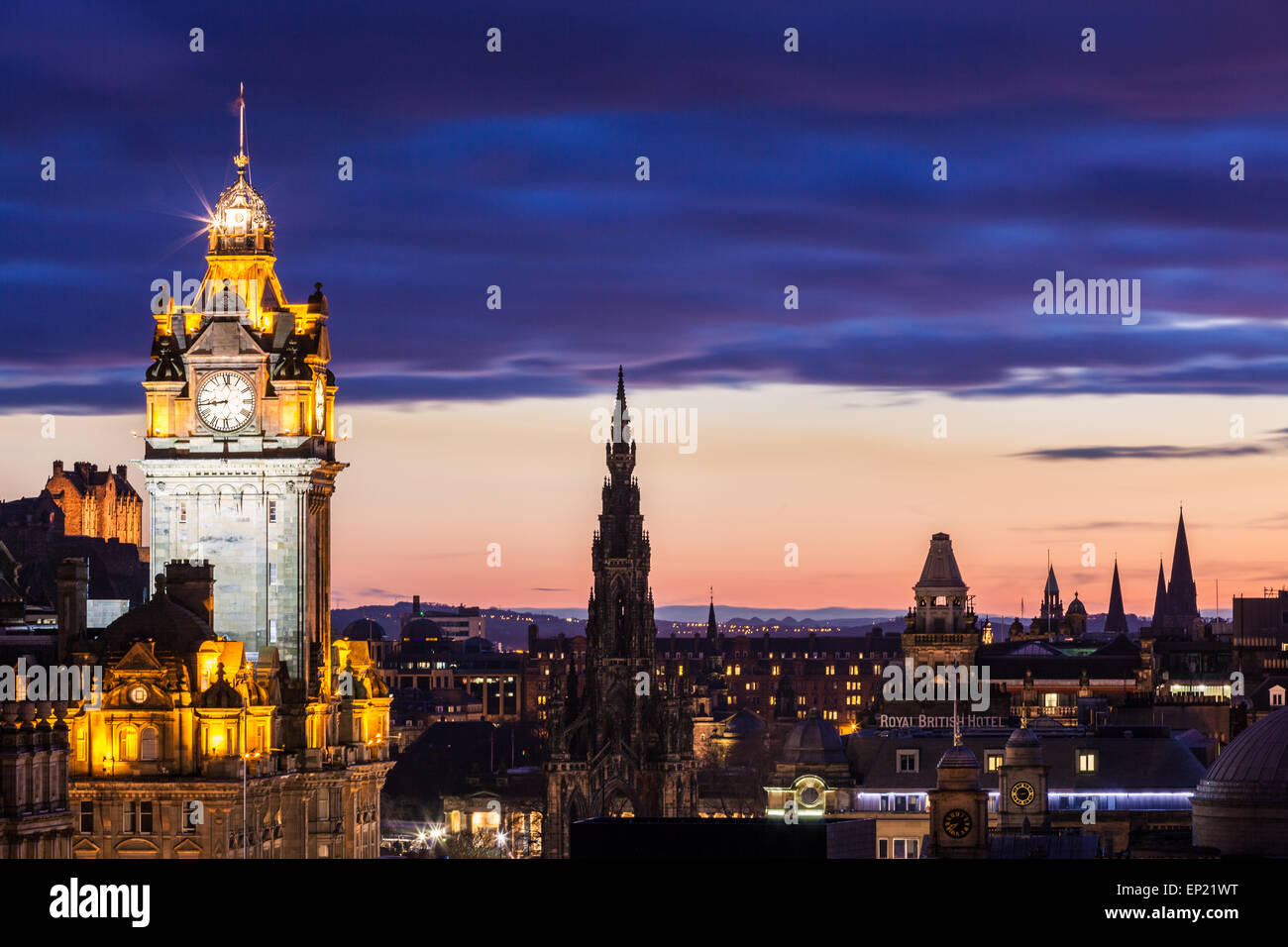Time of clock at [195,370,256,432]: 8:43
